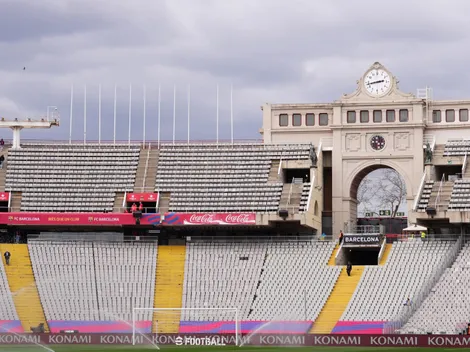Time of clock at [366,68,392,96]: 2:42
